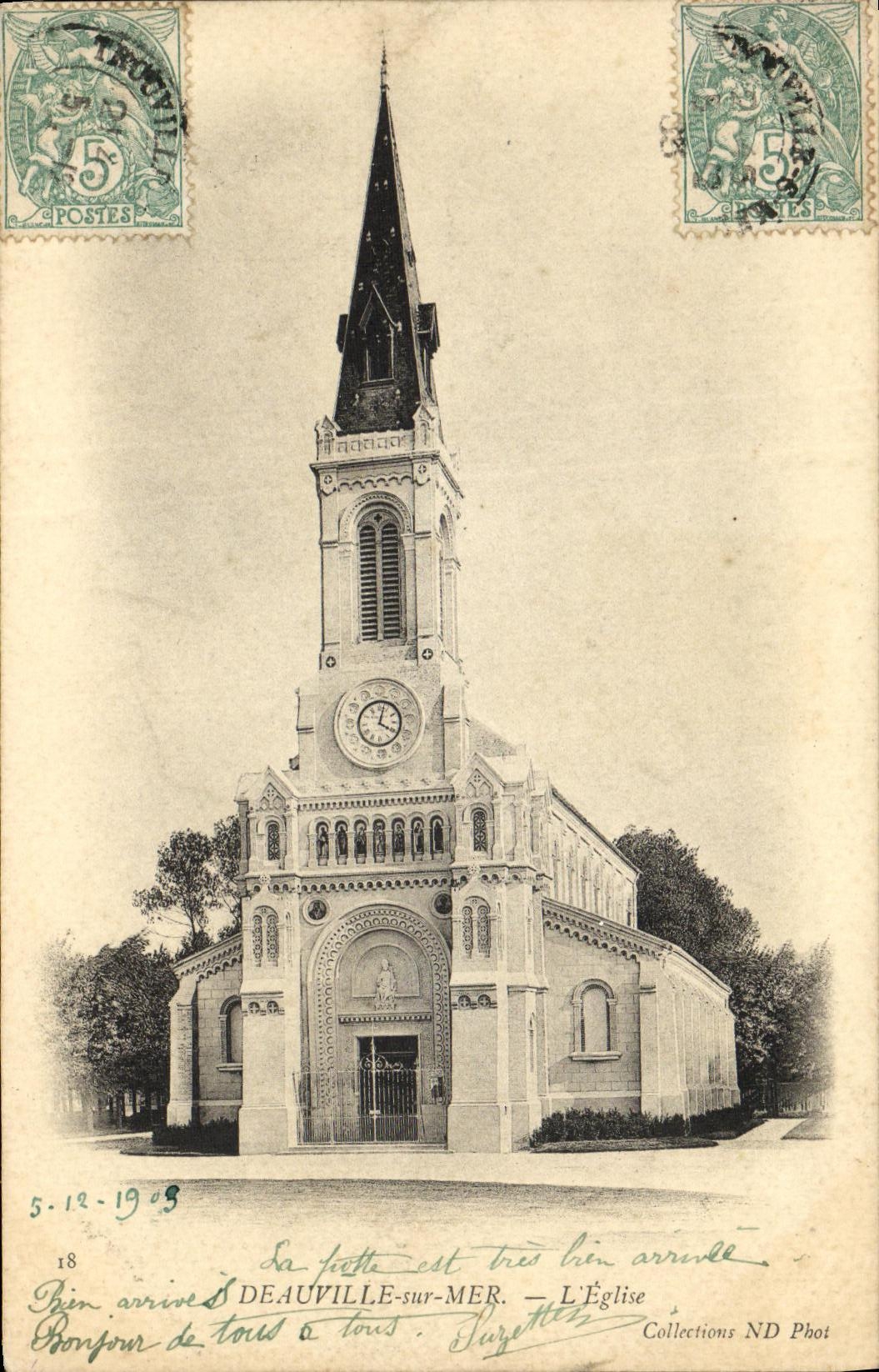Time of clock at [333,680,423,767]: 4:02
